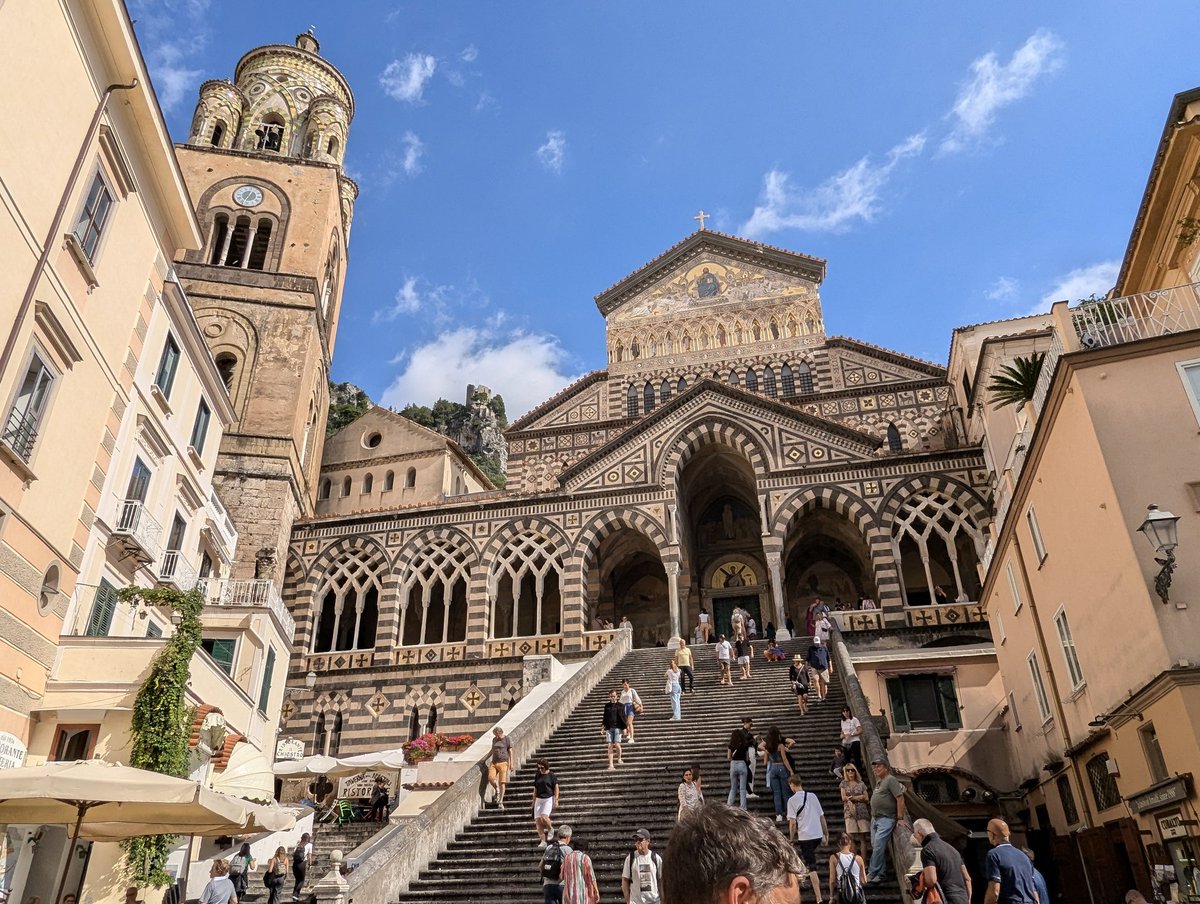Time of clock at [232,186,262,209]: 12:33
